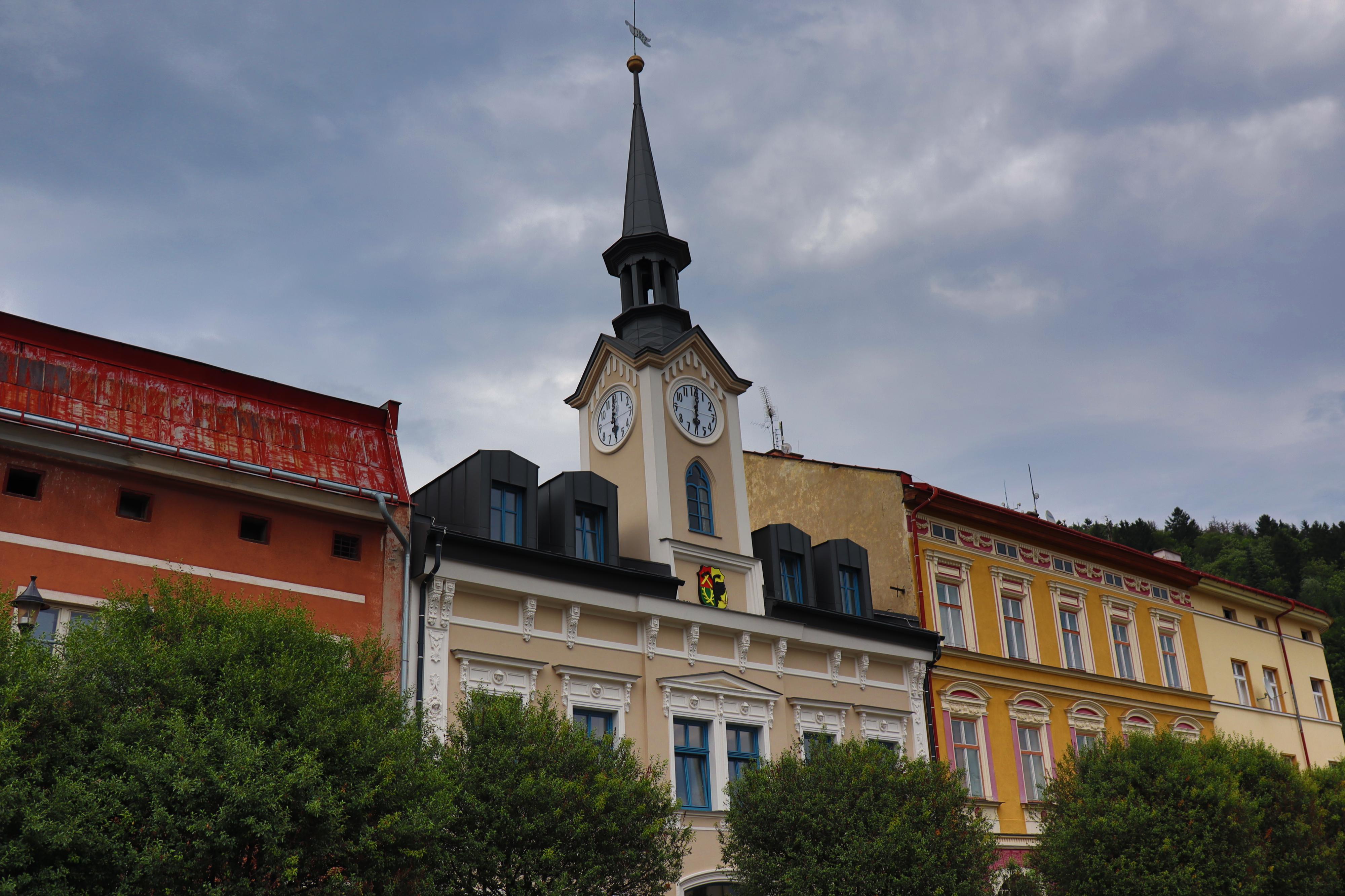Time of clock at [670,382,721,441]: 6:01
